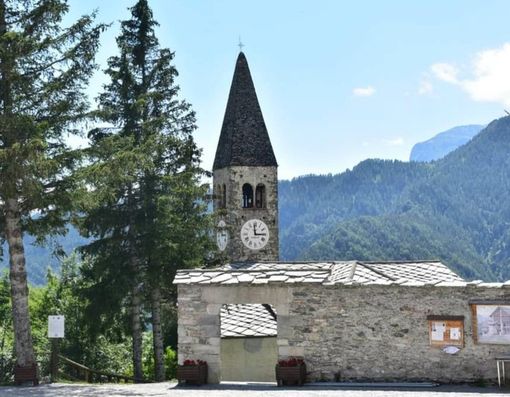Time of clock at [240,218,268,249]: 2:59
